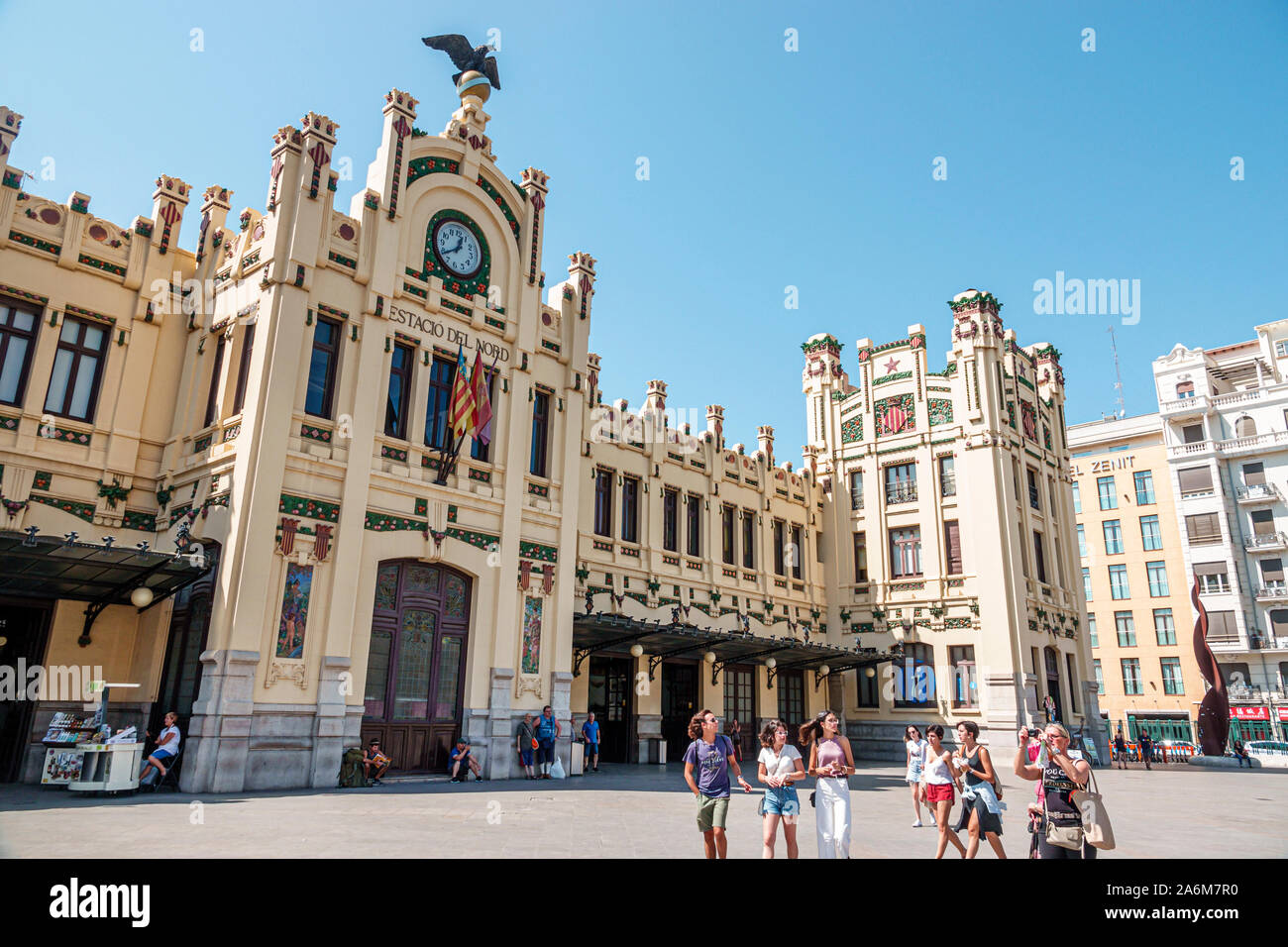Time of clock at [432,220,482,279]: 12:38
